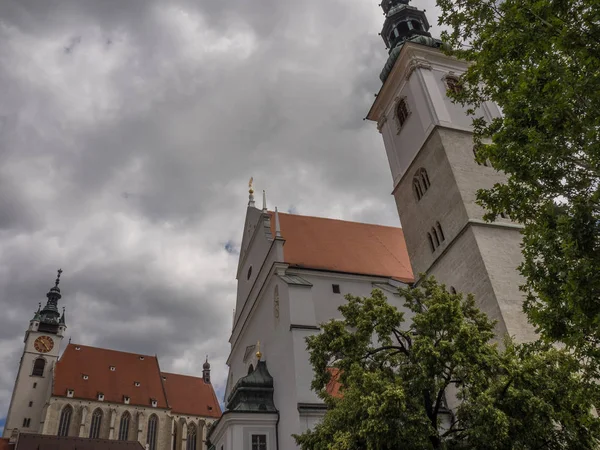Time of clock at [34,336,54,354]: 4:52
